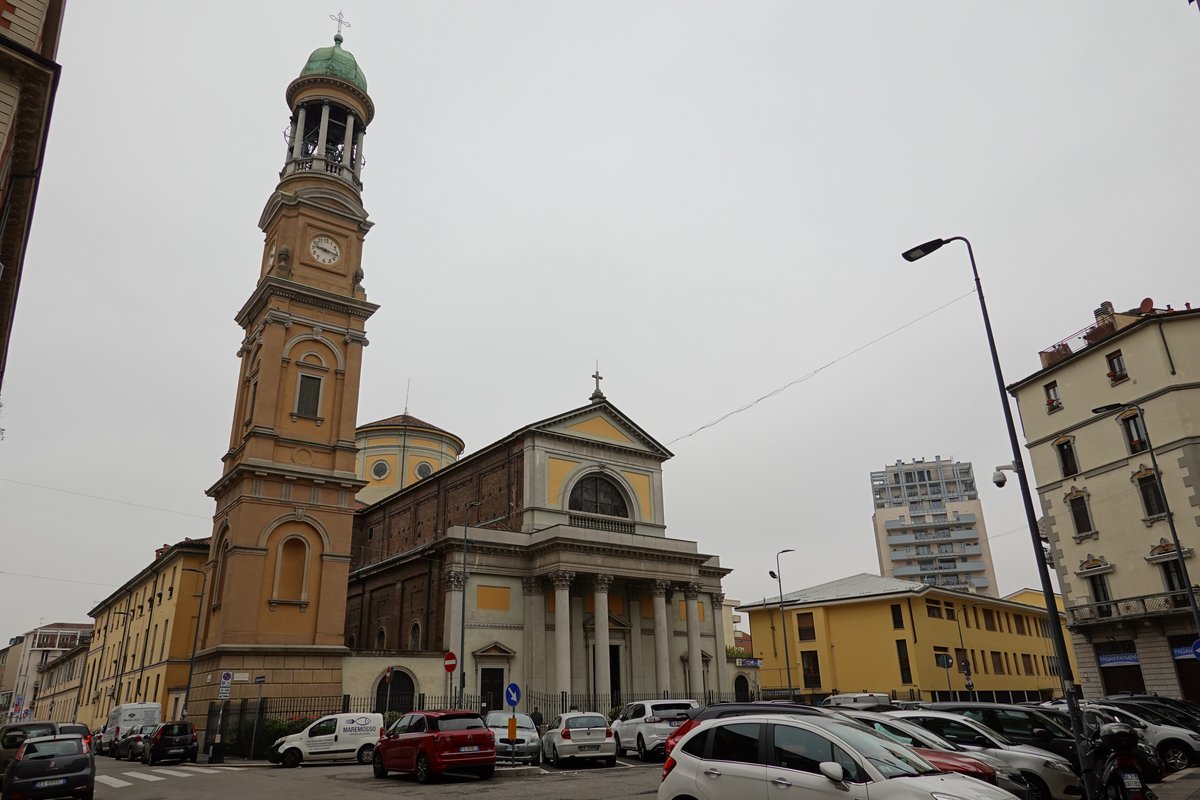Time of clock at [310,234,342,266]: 9:17
